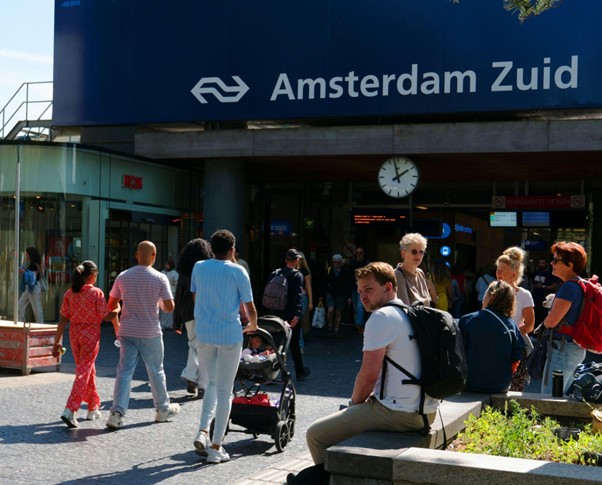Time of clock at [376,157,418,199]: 1:57
